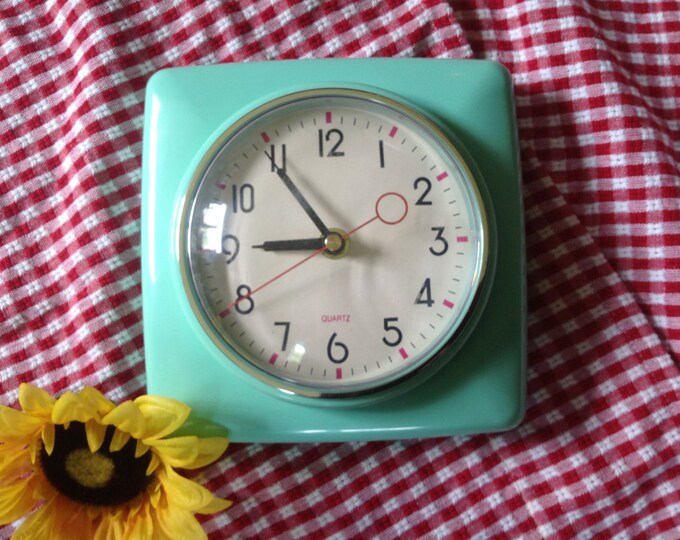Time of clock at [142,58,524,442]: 8:54
